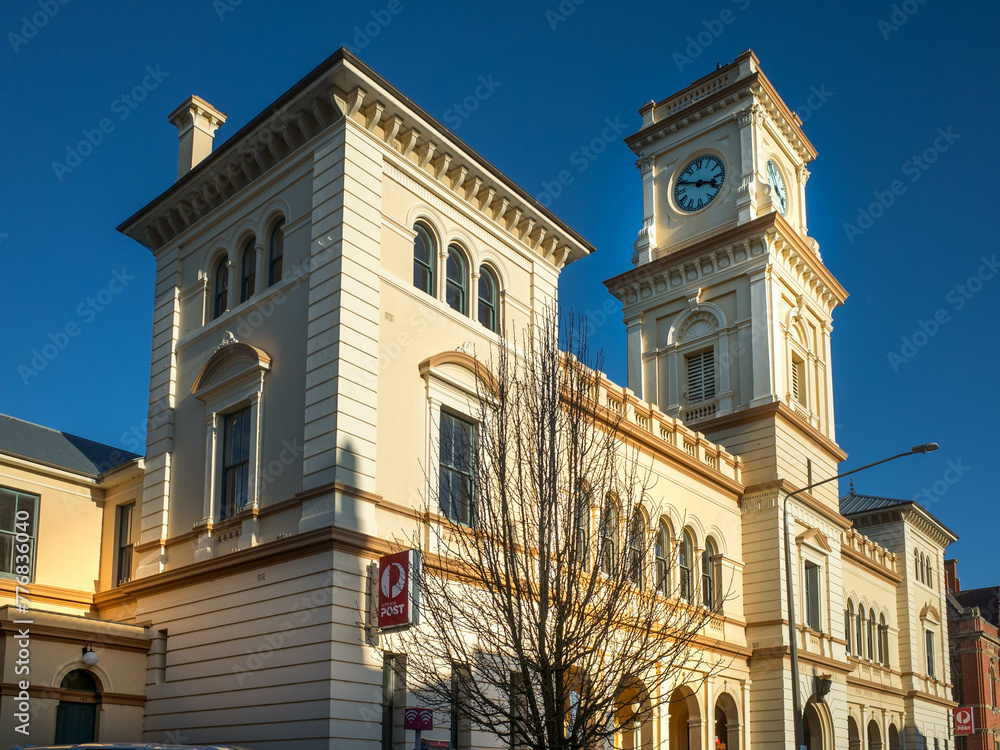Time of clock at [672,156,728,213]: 3:48
